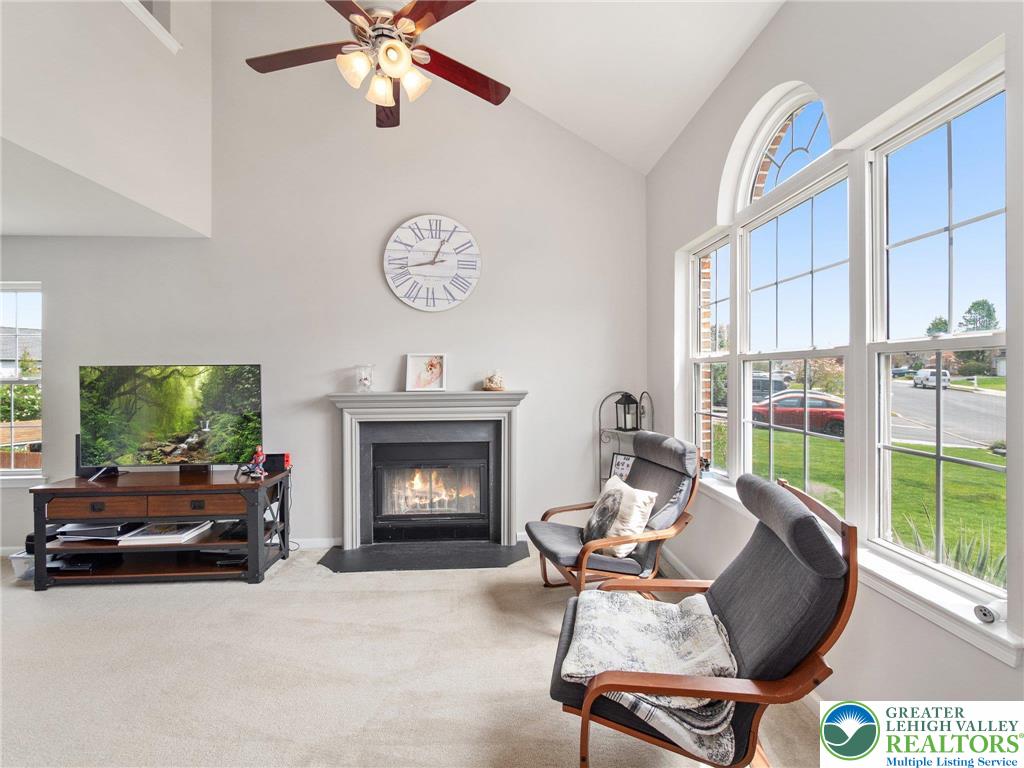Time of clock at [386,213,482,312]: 12:42
